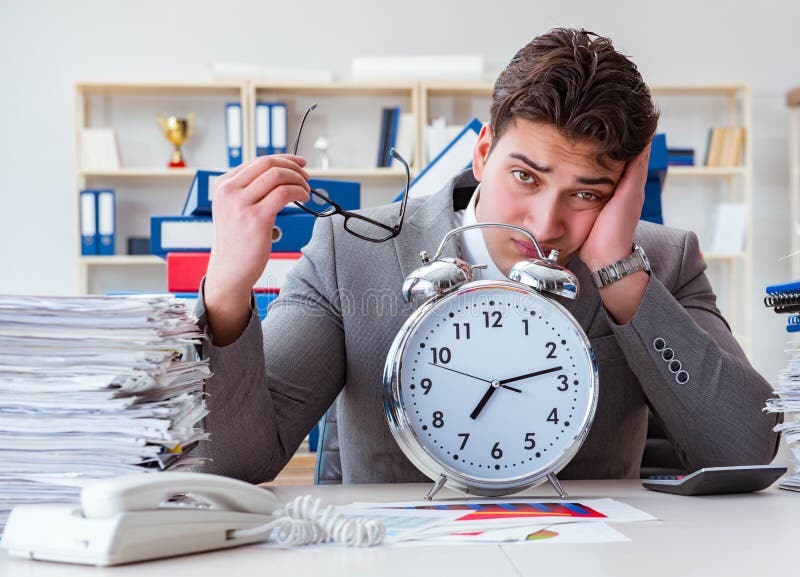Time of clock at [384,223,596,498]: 7:13
